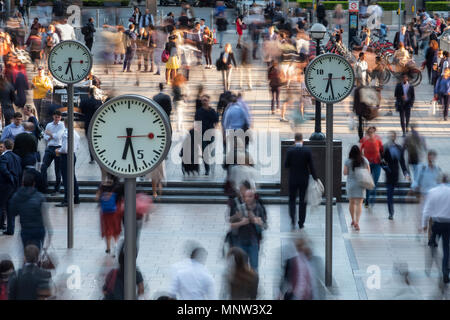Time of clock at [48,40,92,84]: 6:28
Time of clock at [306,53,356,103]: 6:28
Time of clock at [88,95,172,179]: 6:28
